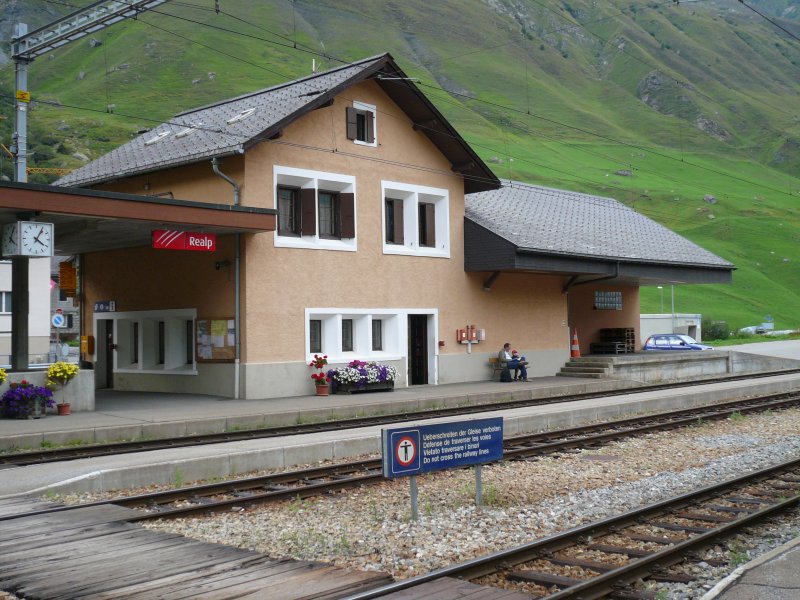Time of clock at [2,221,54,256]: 4:04
